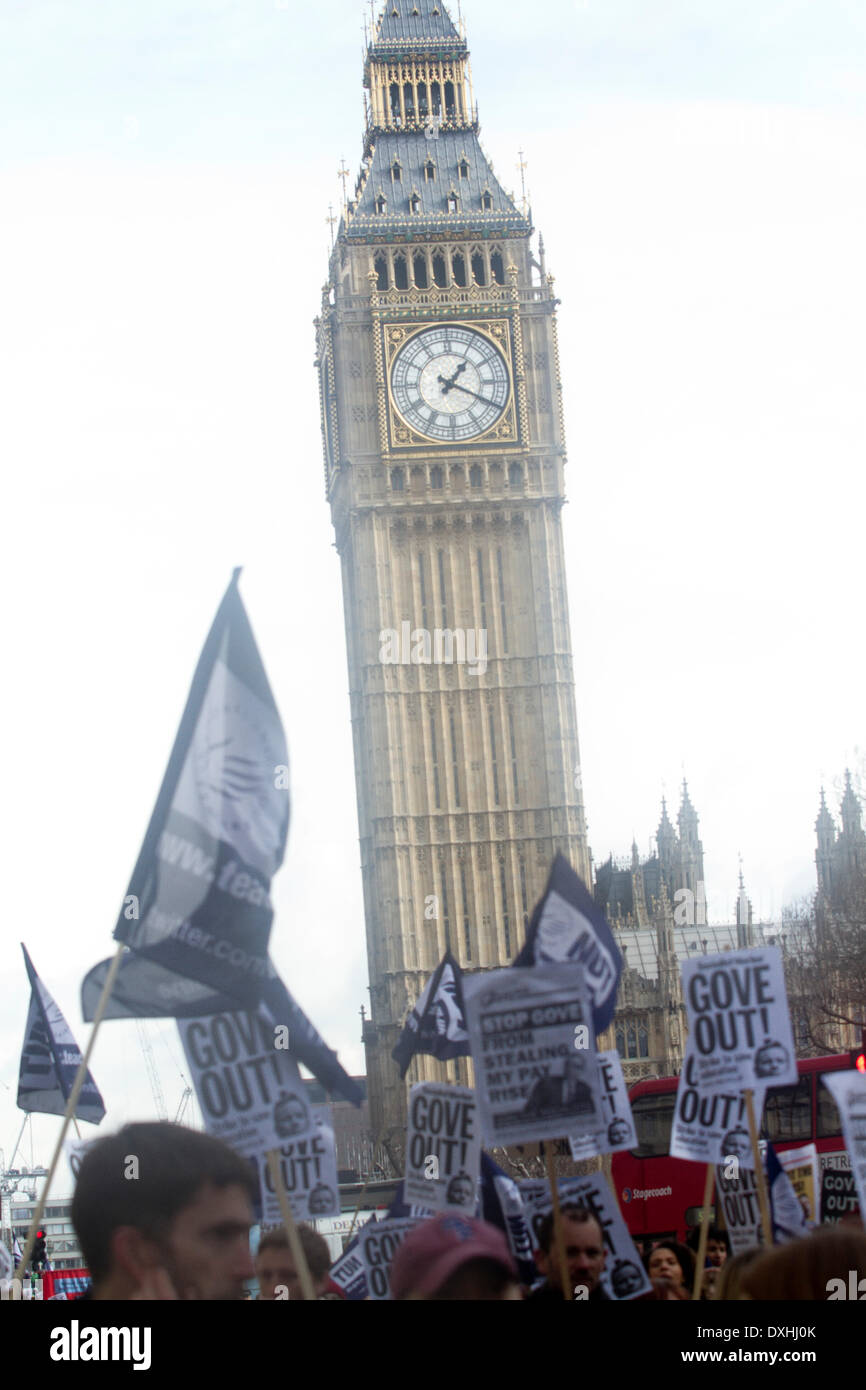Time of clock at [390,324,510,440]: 1:19
